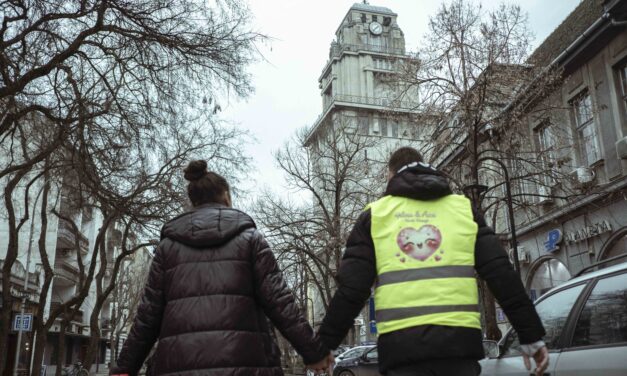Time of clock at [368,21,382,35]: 1:37
